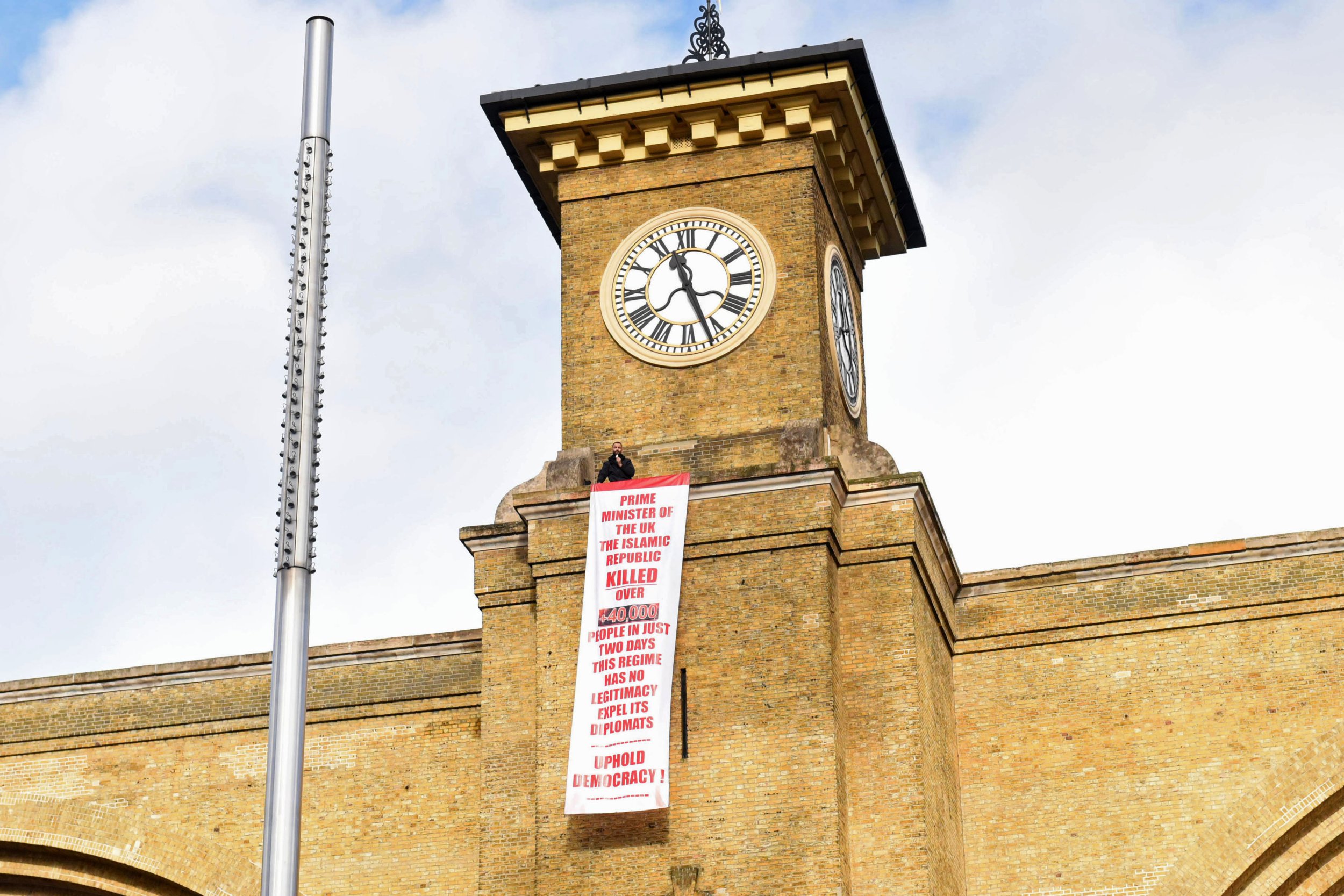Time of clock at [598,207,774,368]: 11:26
